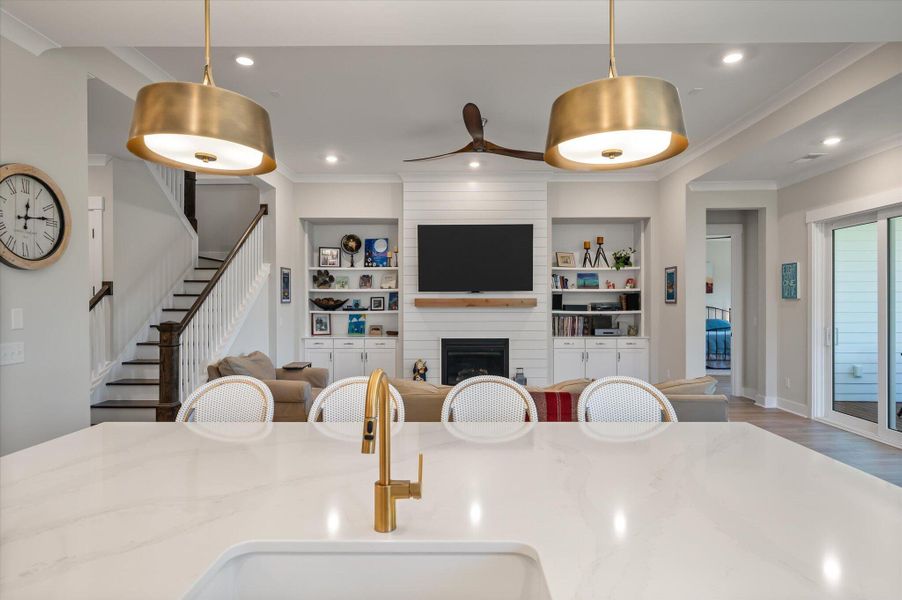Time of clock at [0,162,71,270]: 12:13
